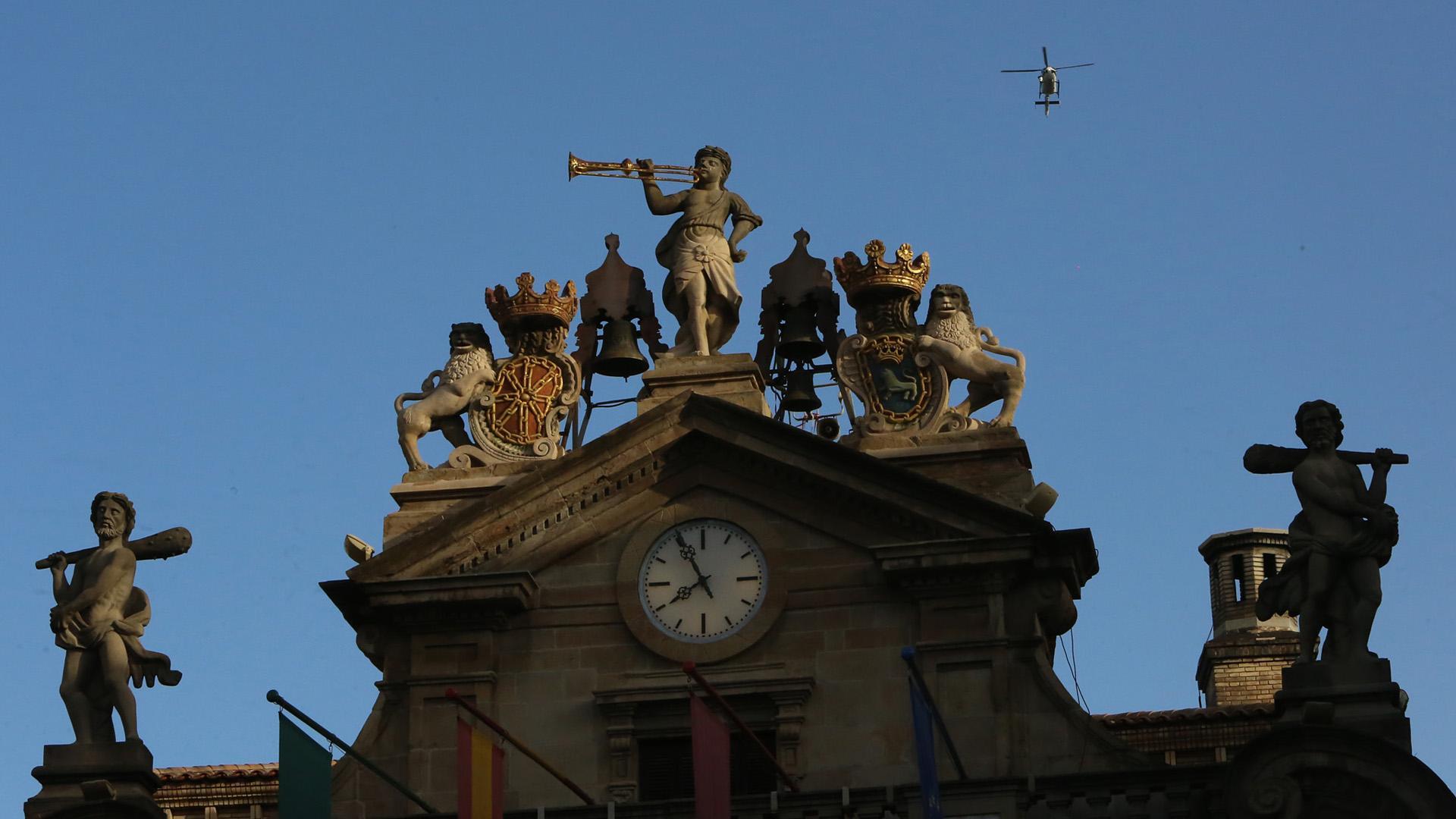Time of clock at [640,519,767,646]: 7:55
